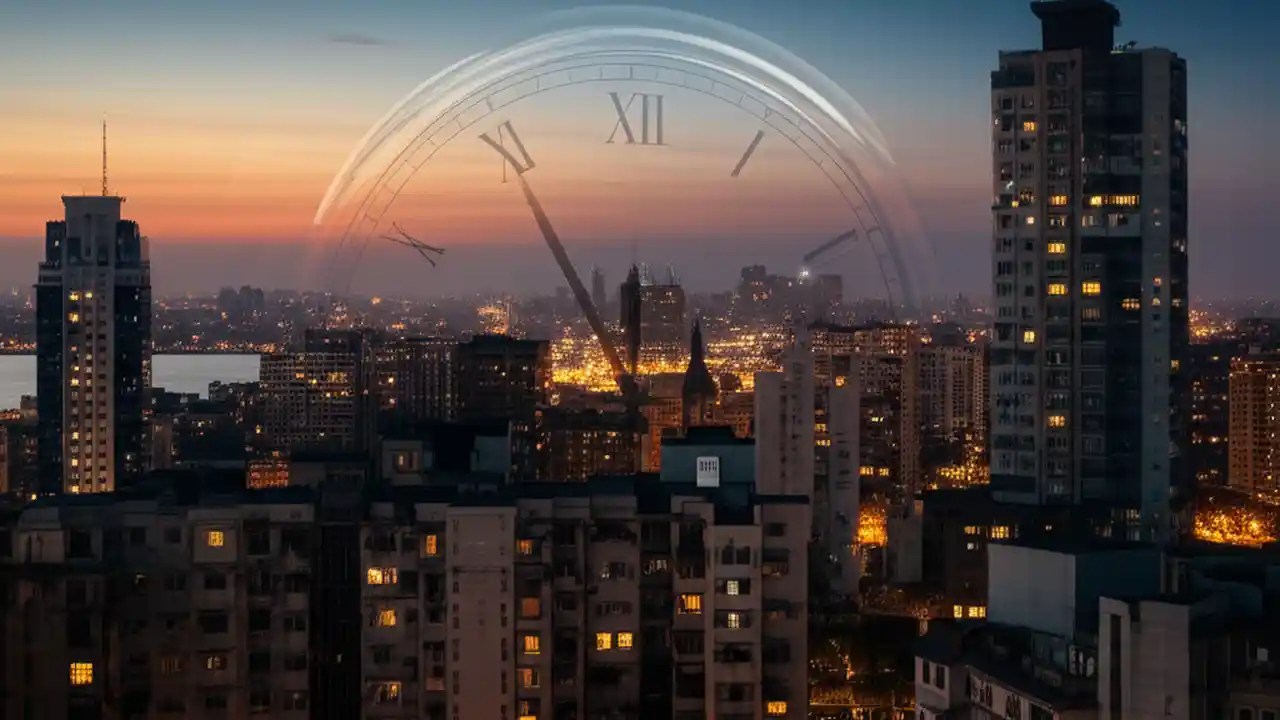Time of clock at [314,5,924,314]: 11:55
